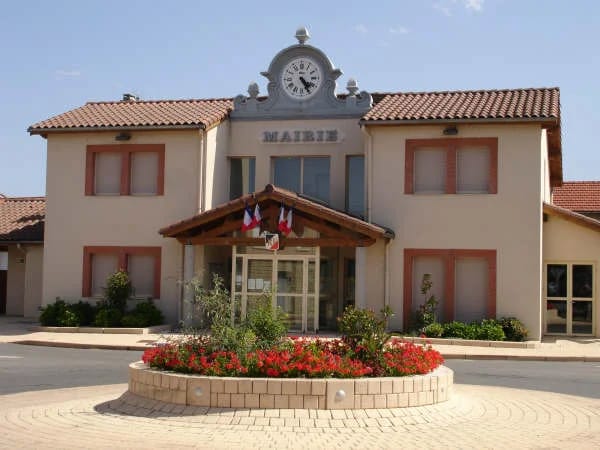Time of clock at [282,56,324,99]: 4:24
